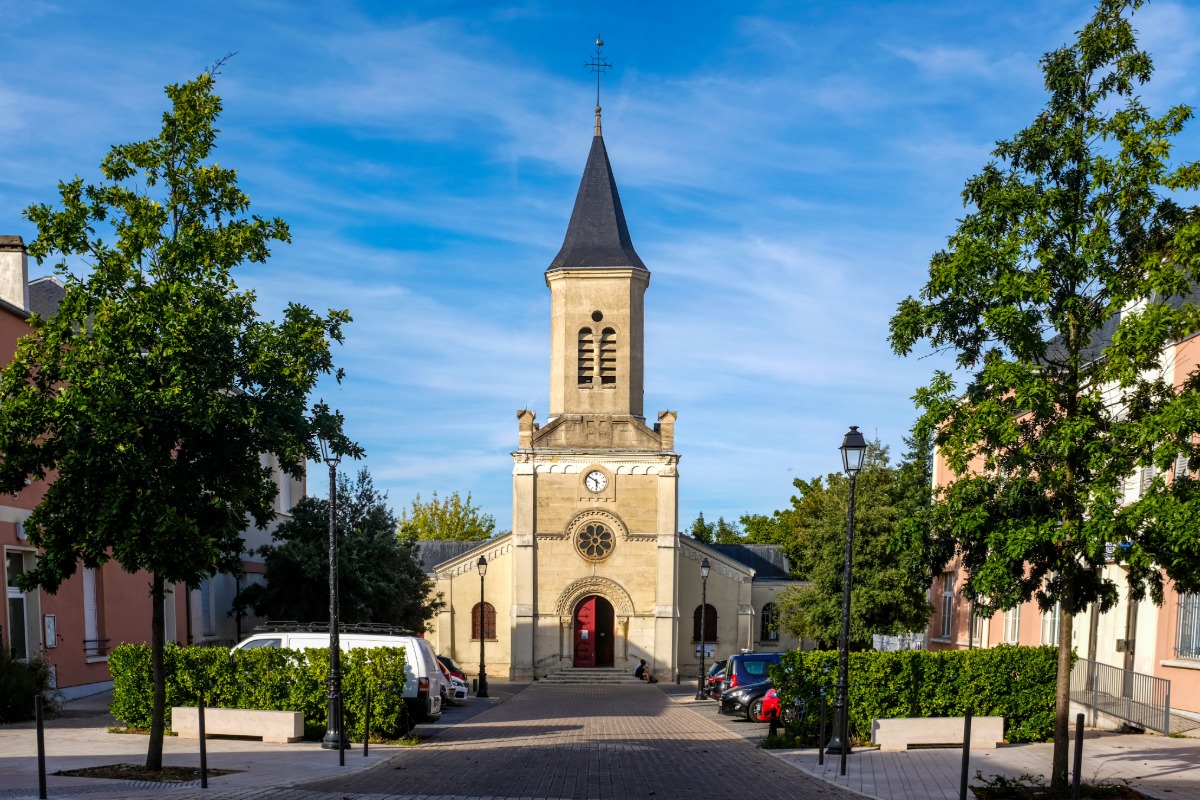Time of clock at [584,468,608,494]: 5:50
